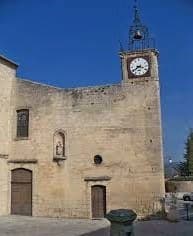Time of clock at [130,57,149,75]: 3:39
